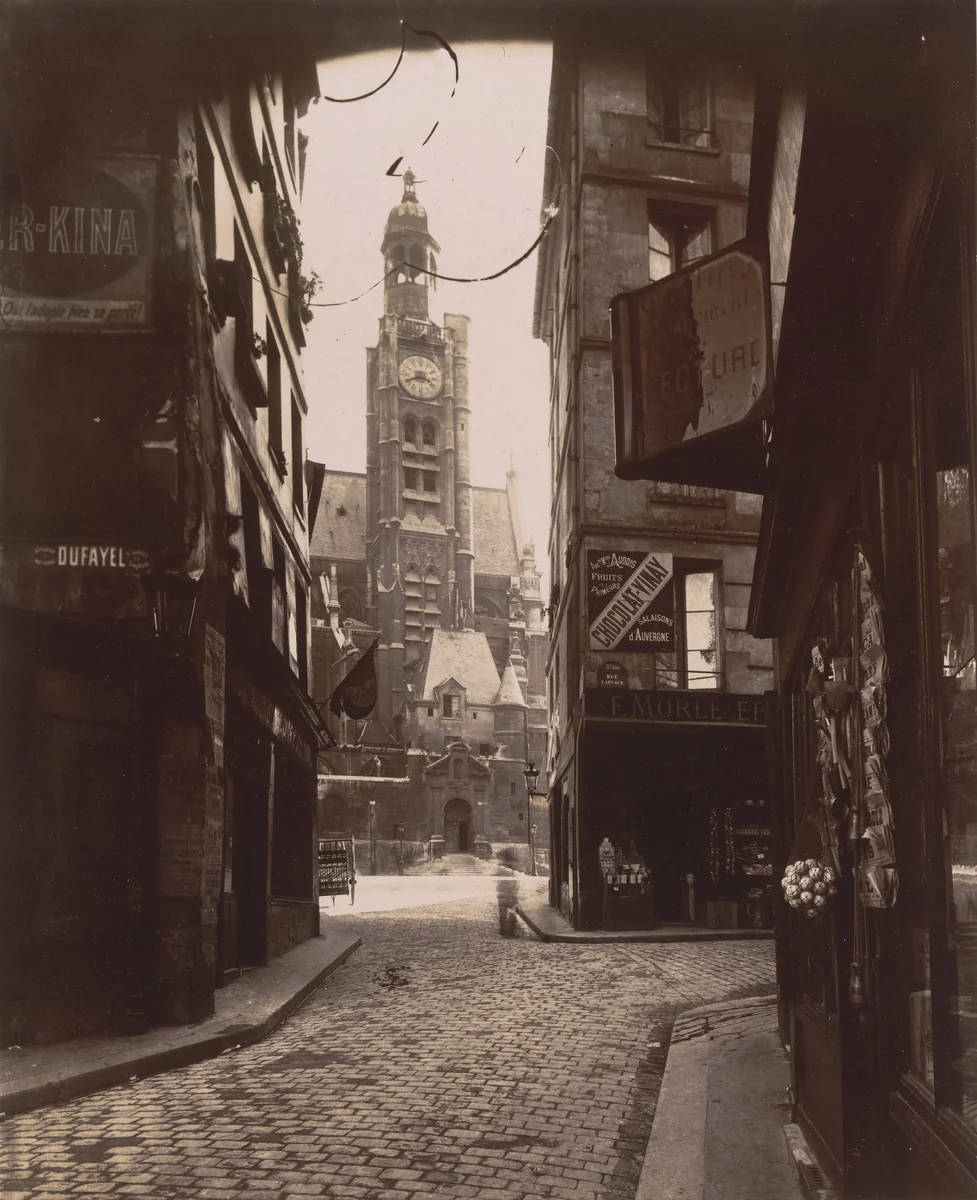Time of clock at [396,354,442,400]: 3:40
